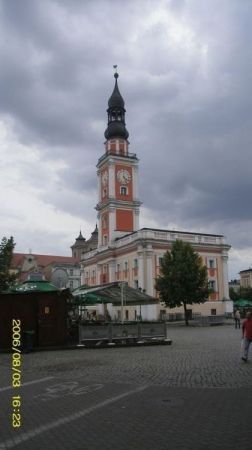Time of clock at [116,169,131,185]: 4:26
